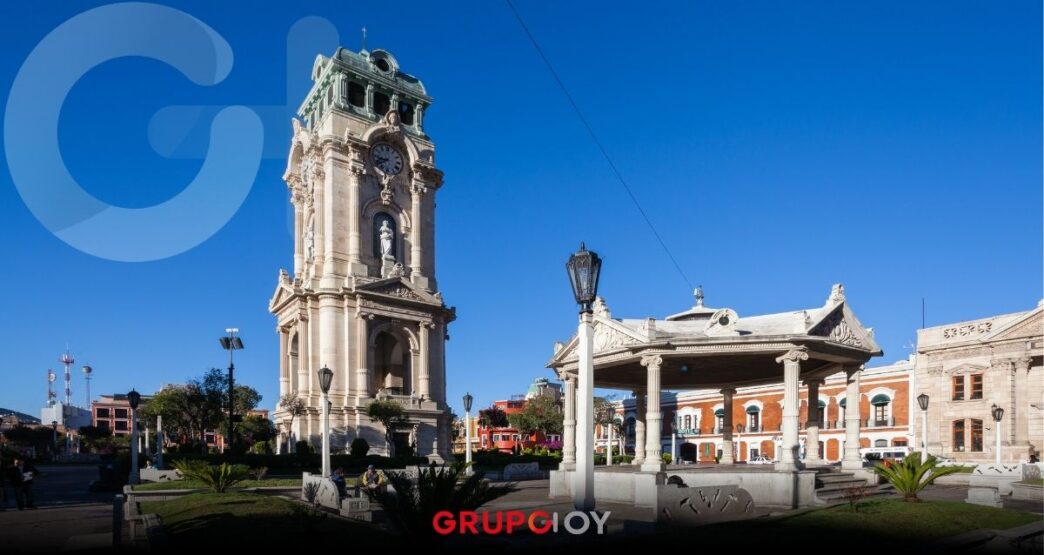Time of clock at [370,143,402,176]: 8:38
